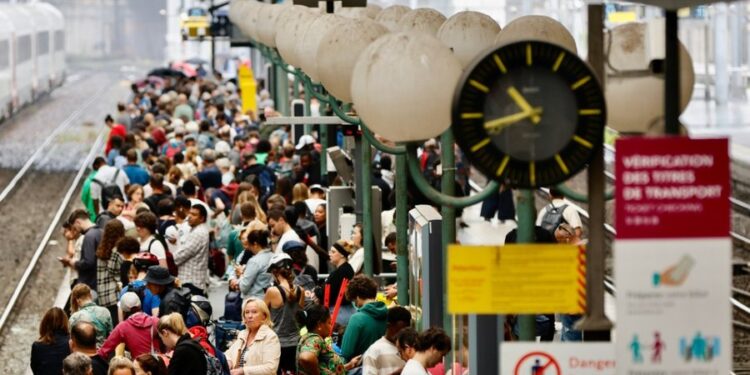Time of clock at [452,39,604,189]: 10:42
